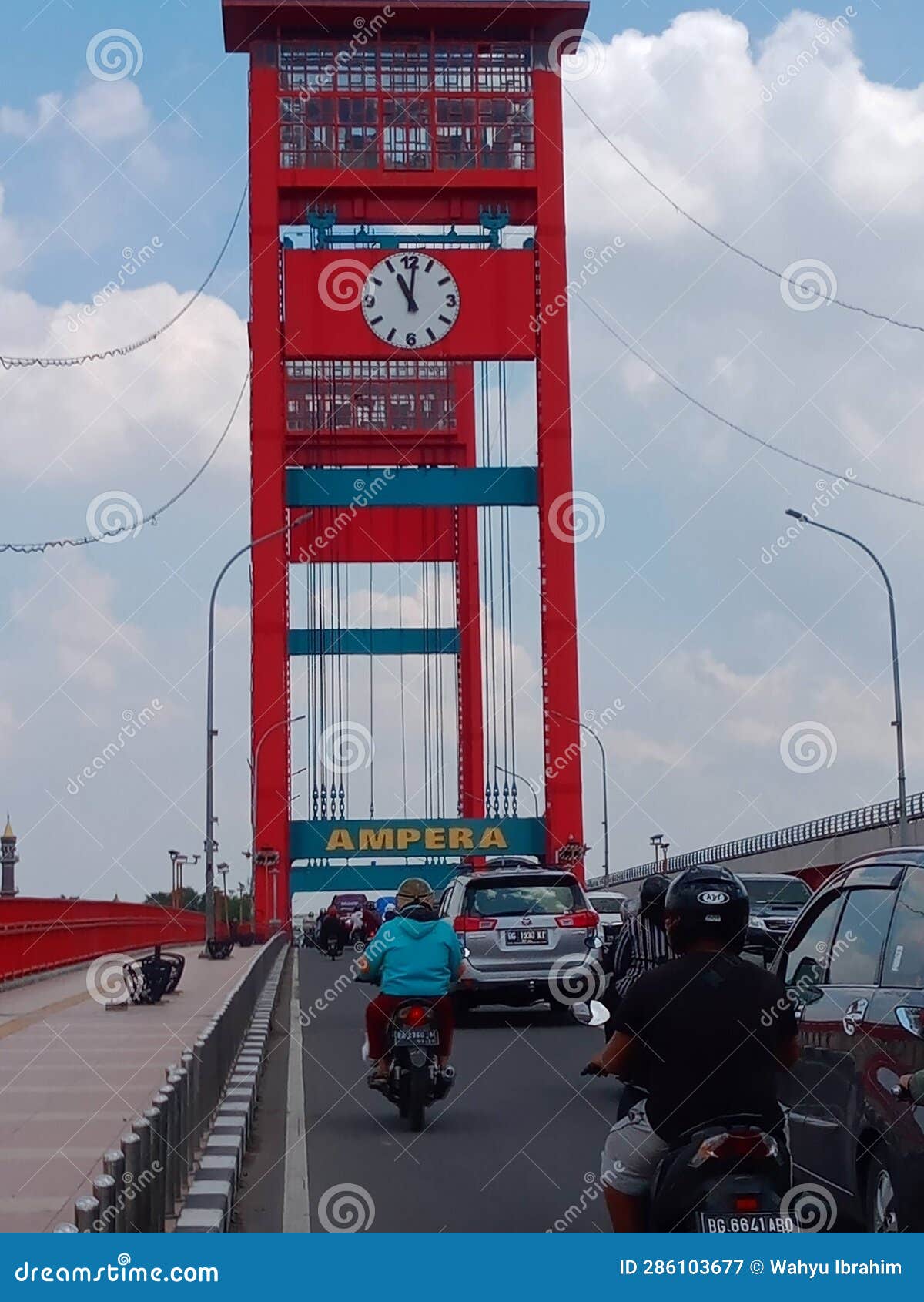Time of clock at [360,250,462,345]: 11:01
